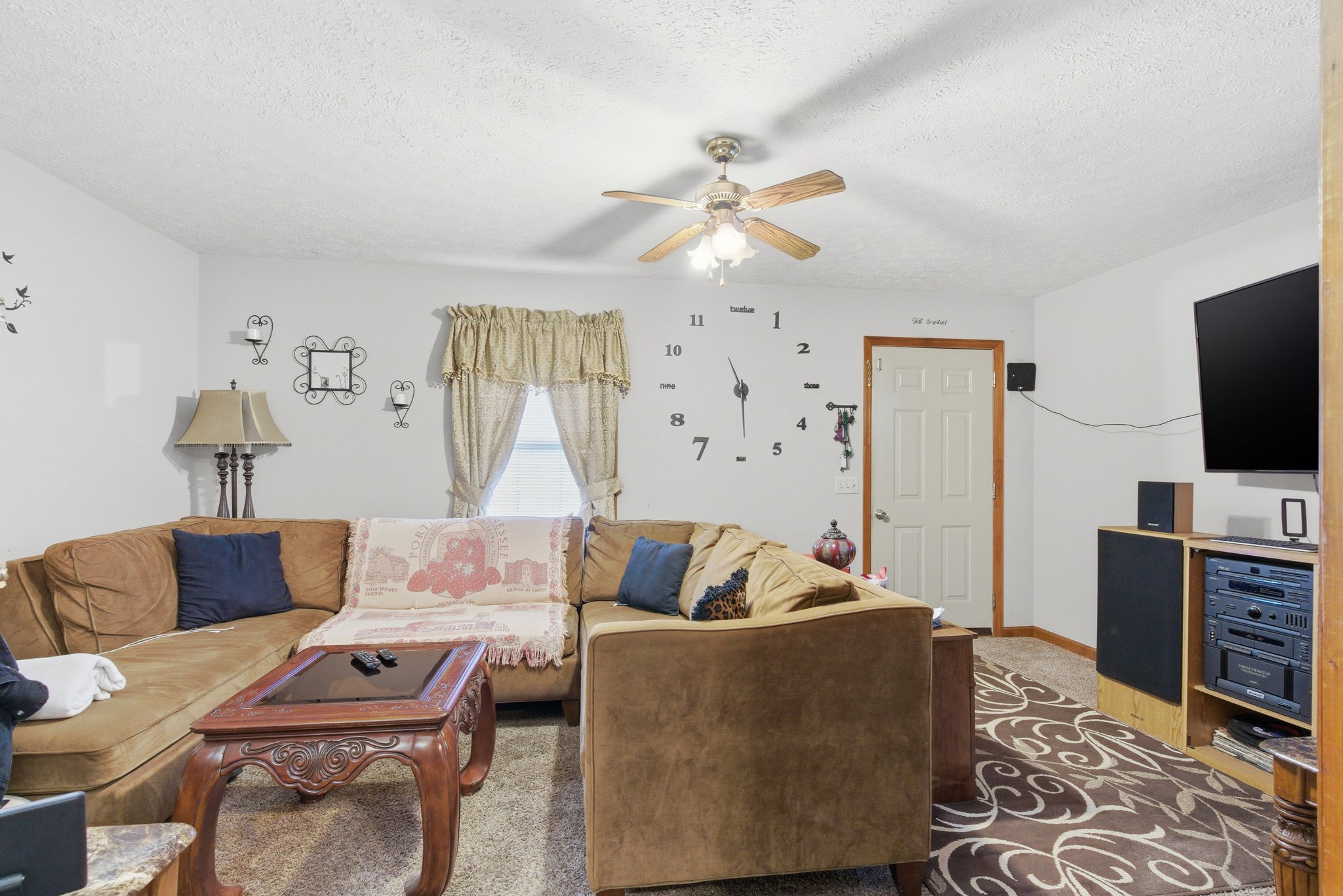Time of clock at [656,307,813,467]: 11:29
